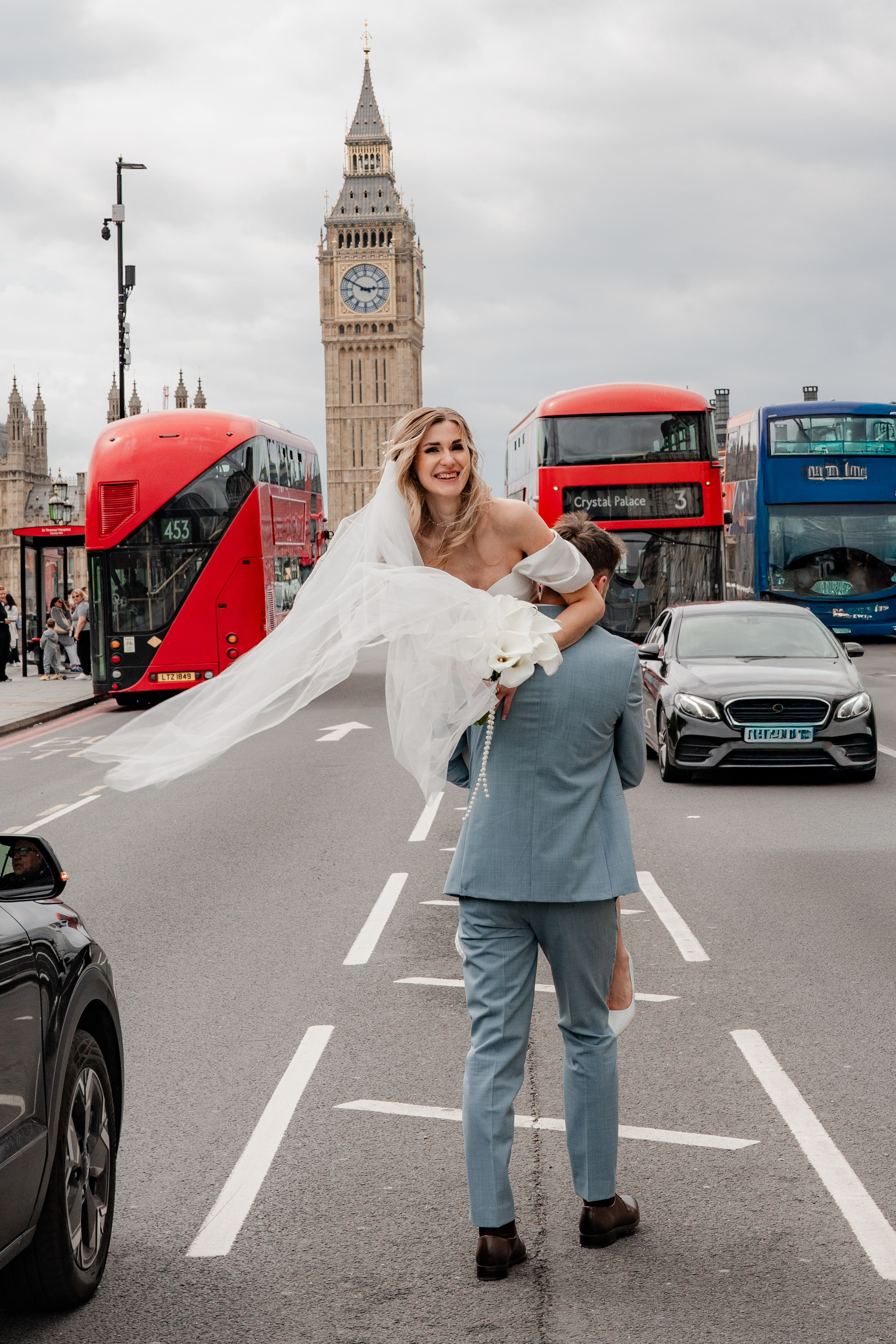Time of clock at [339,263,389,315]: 2:49
